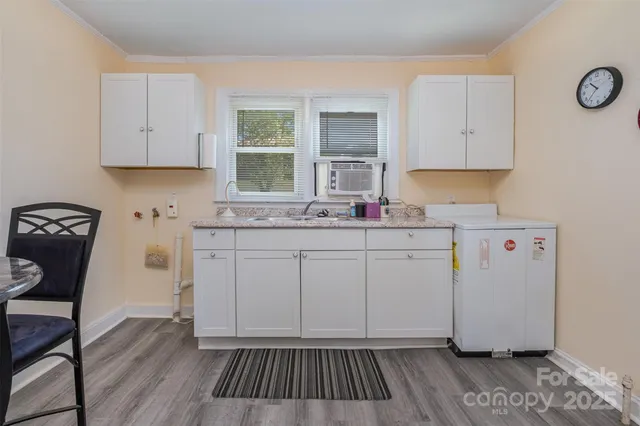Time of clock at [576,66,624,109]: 10:37
